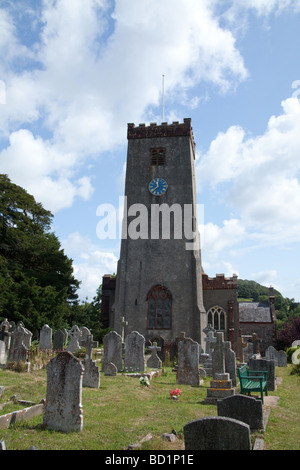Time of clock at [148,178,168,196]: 11:38
